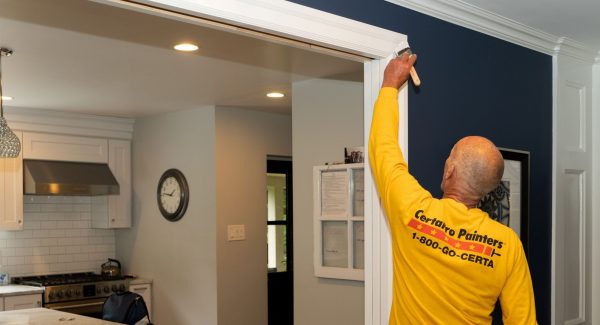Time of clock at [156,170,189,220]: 1:46
